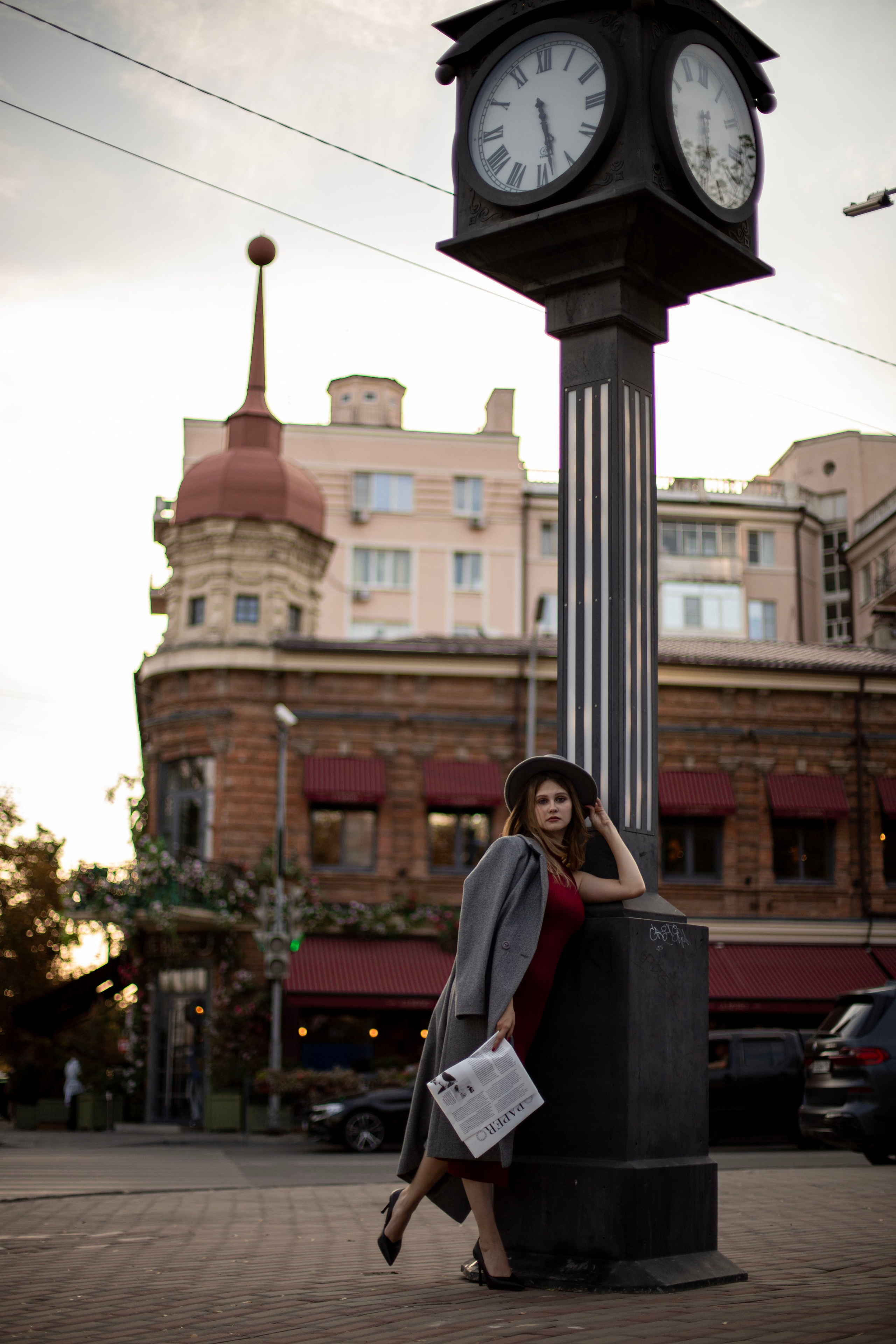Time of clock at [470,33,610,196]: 5:28
